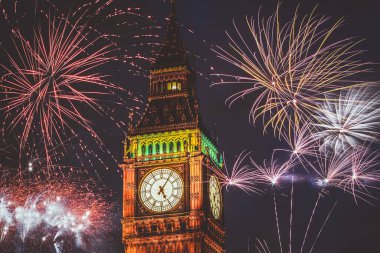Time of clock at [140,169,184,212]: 5:05
